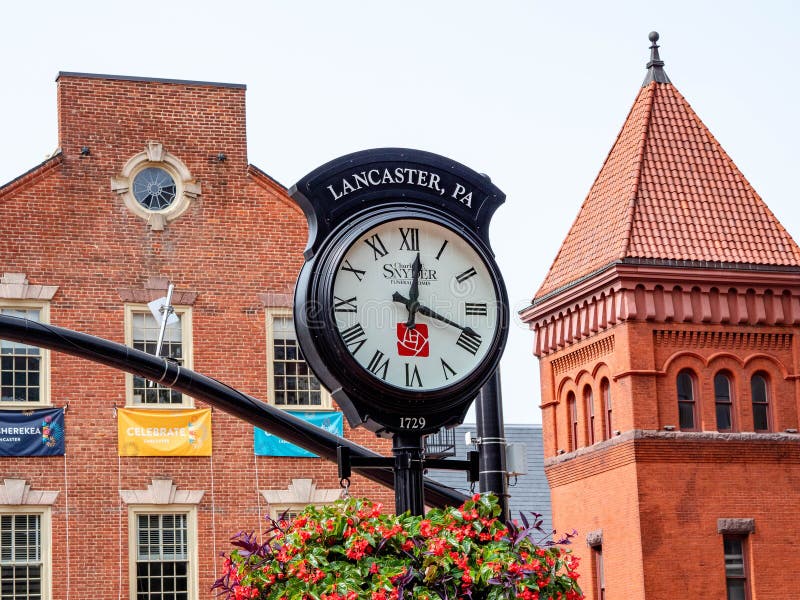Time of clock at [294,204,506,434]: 12:18
